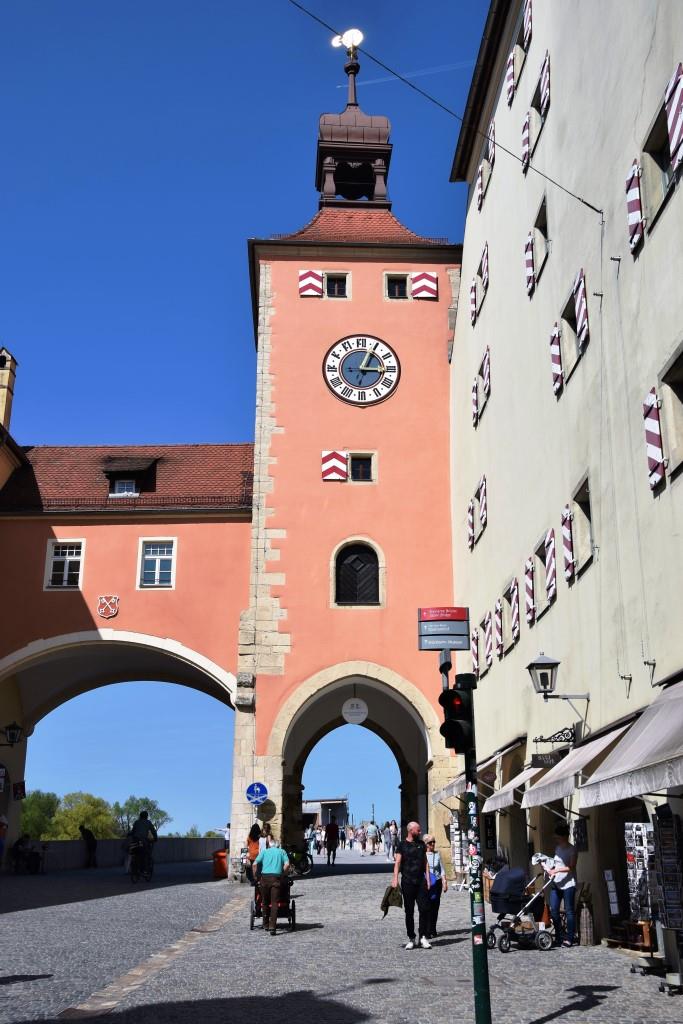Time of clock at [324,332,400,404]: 3:04
